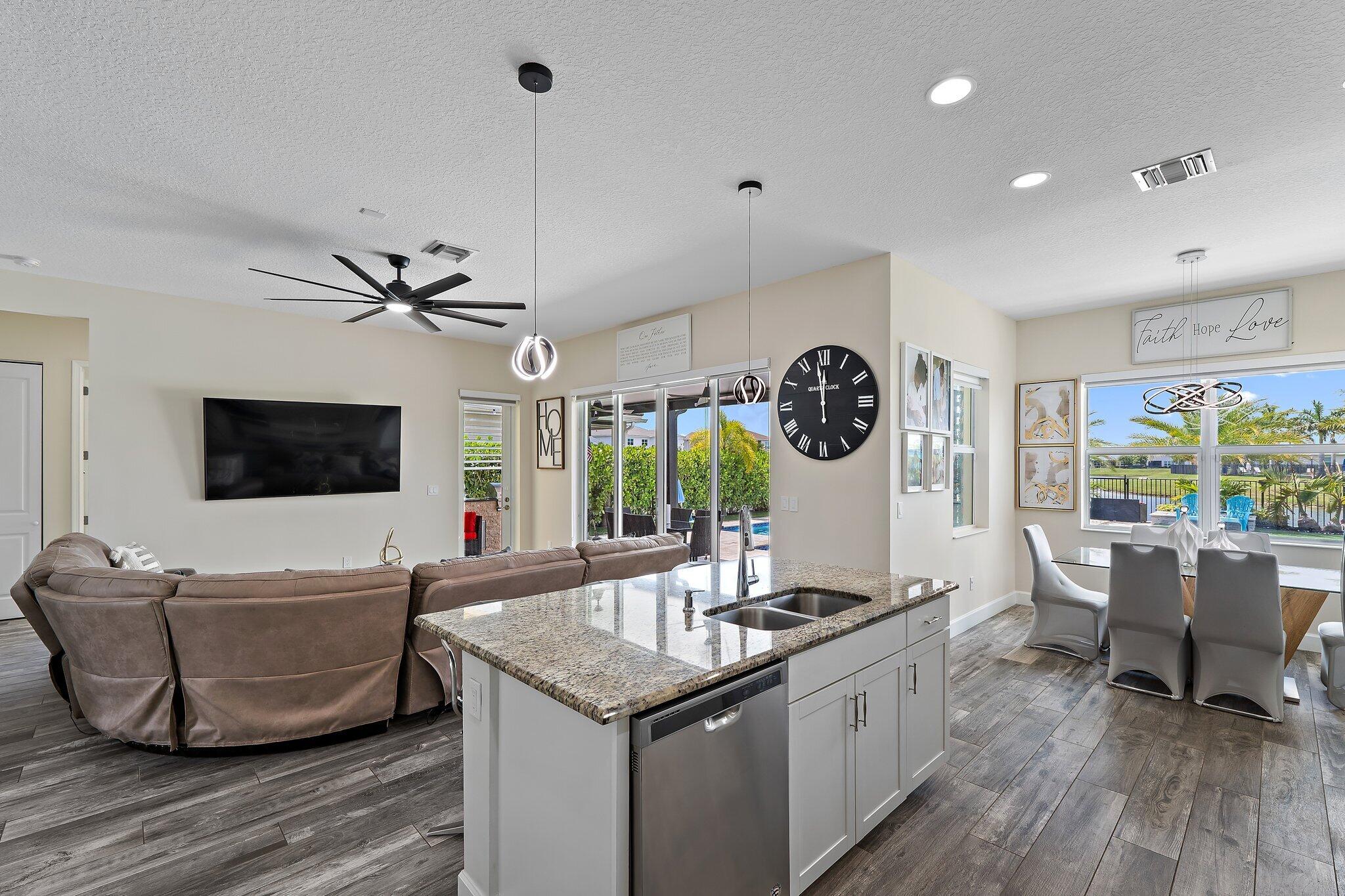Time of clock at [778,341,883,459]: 11:58
